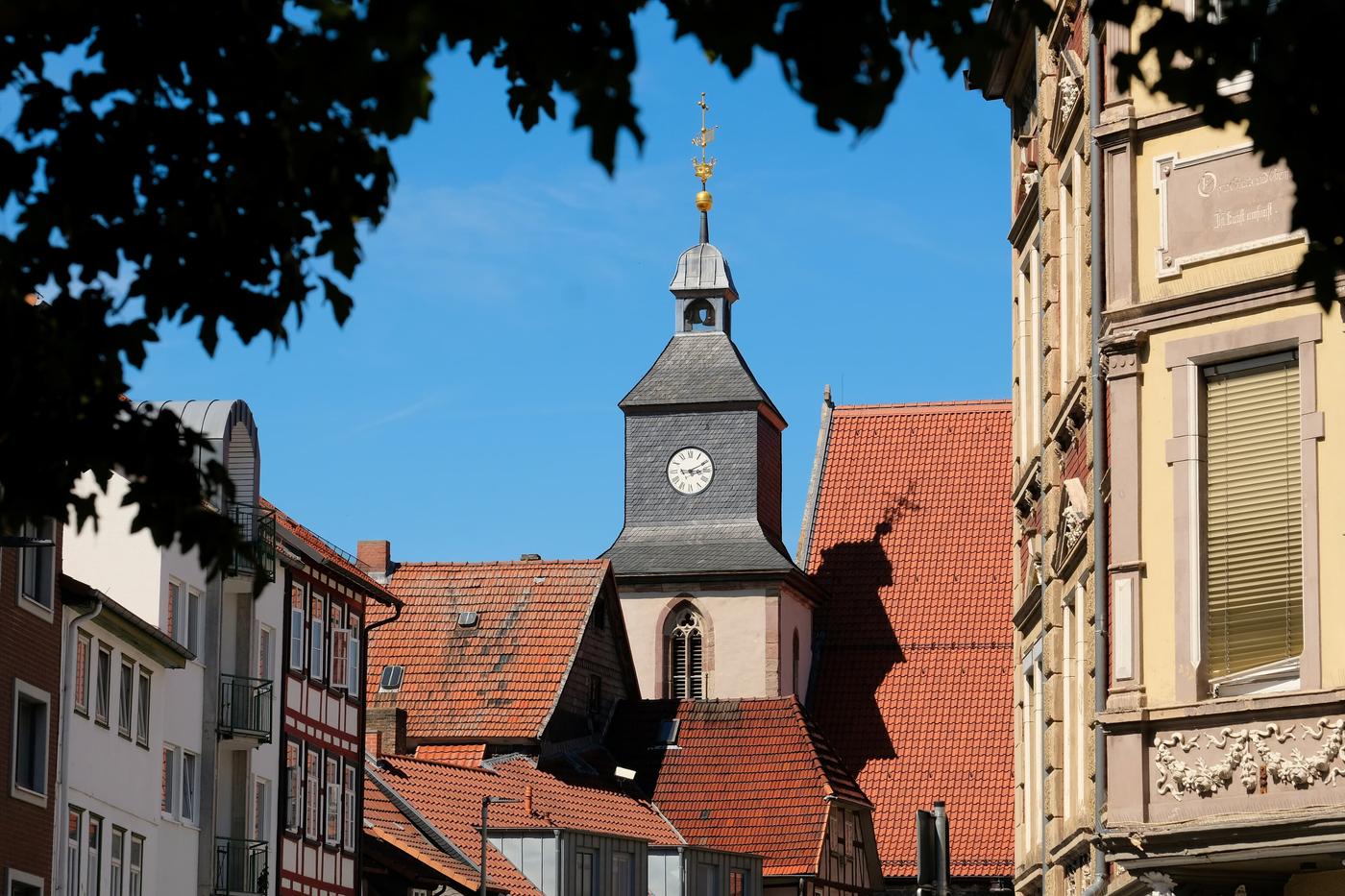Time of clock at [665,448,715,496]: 3:10
